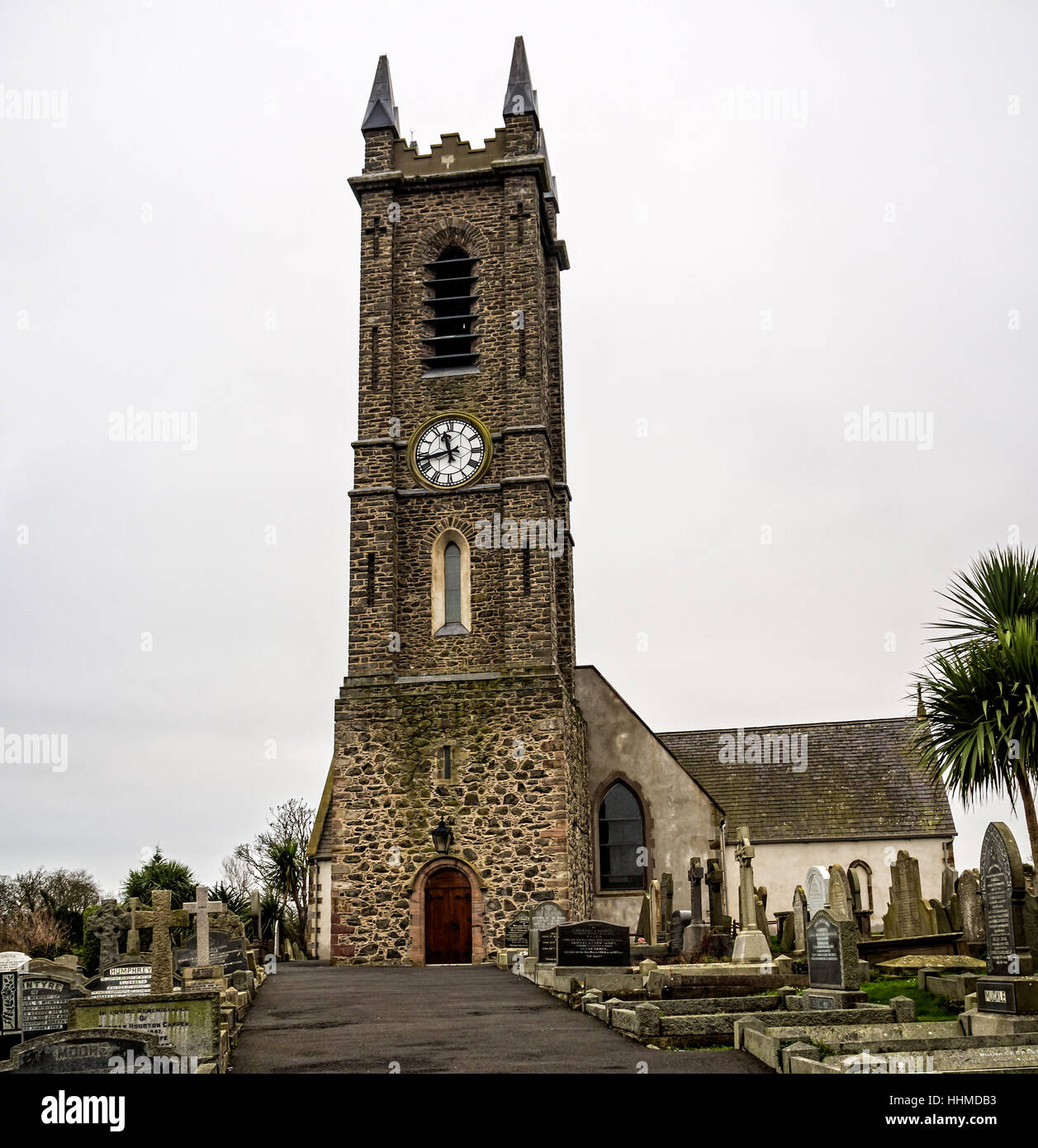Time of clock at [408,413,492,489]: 11:42
